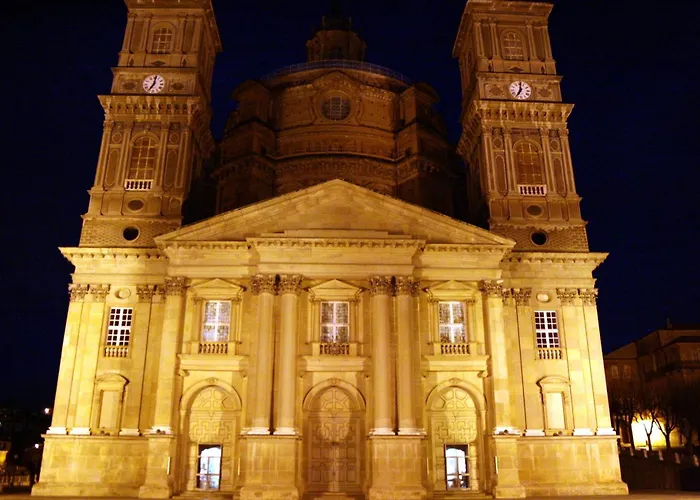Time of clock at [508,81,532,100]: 7:00
